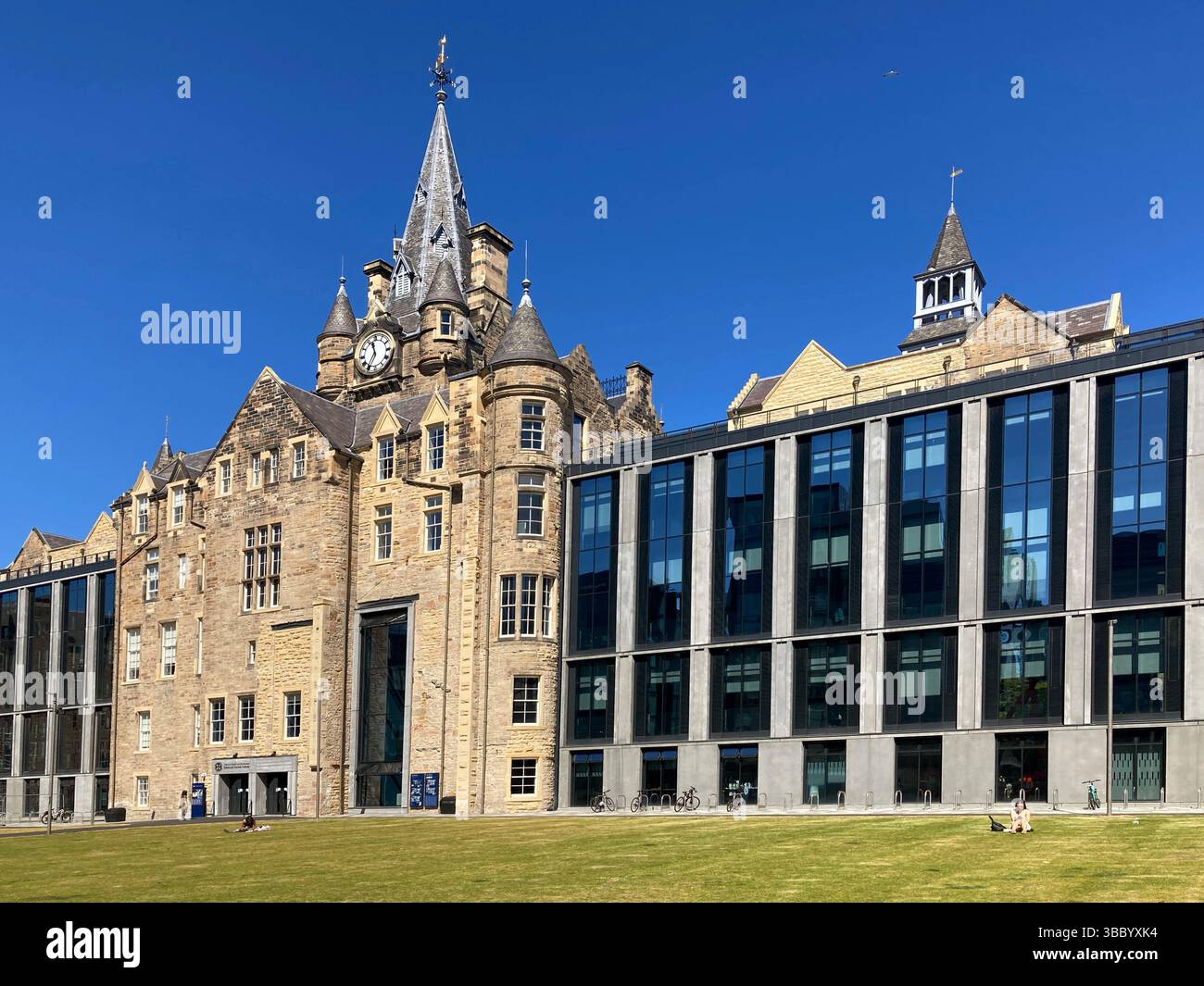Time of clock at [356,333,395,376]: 11:35
